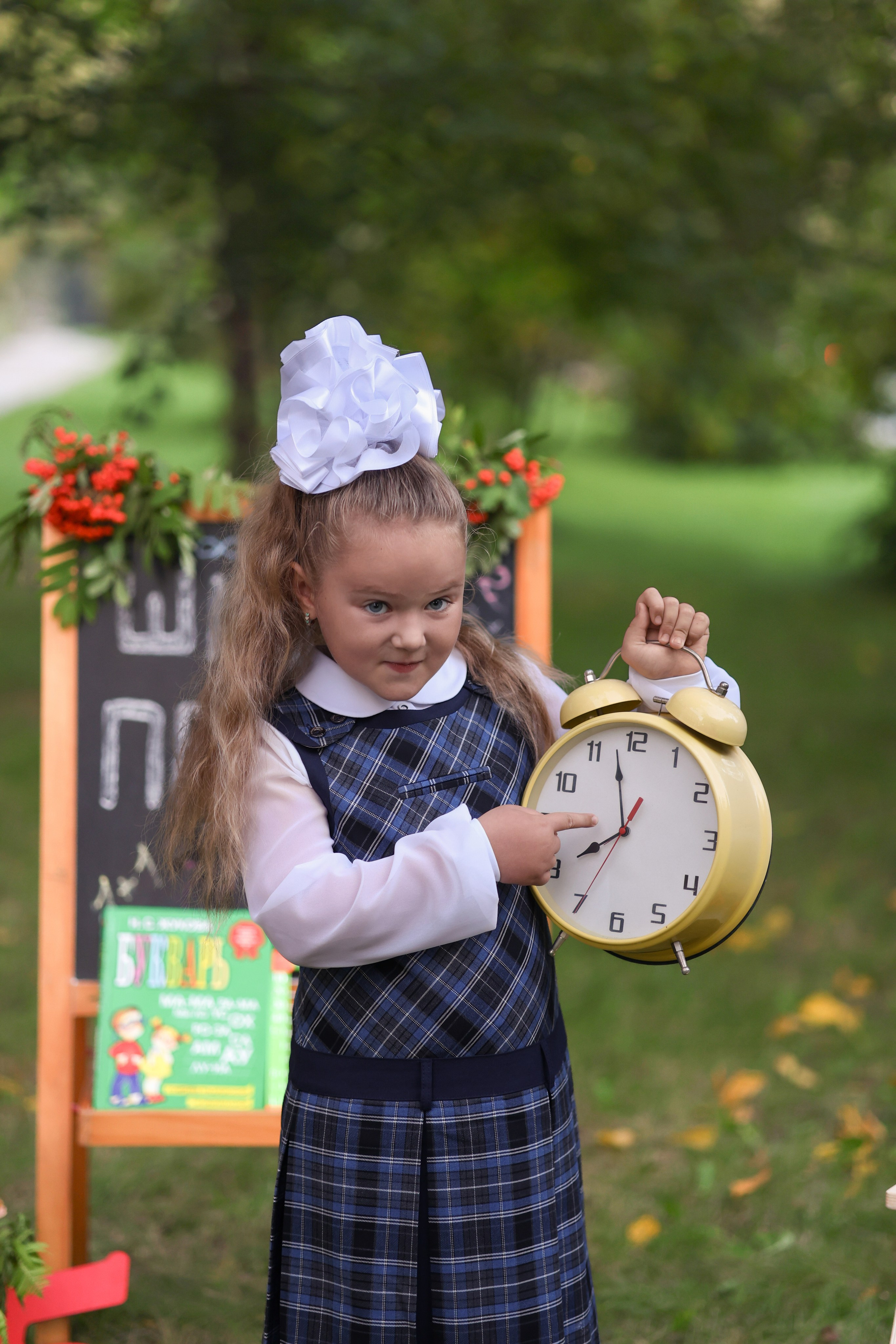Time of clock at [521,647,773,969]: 7:57
